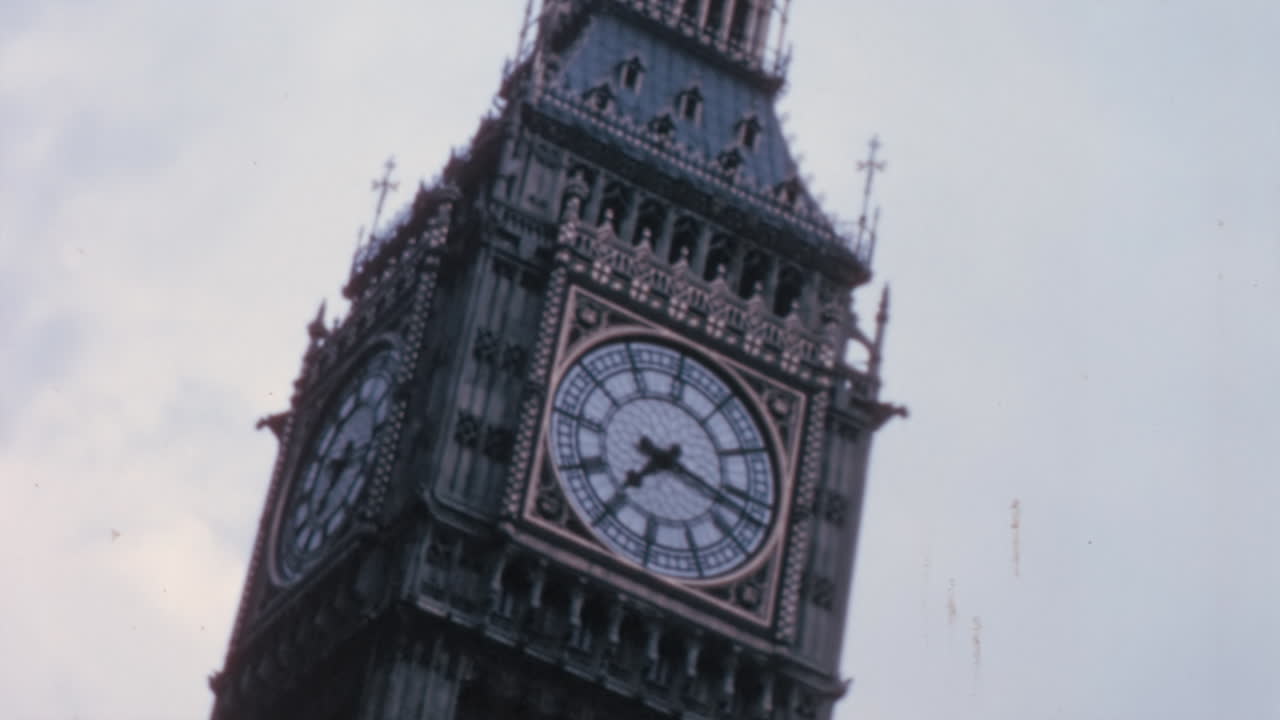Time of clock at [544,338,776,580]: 7:17
